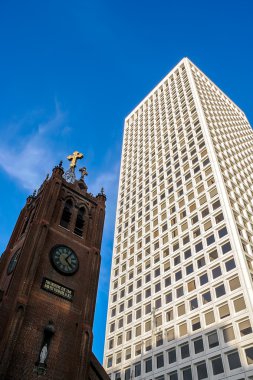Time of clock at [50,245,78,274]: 5:05
